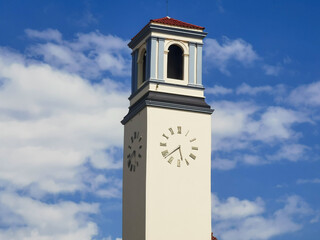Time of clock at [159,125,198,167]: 5:38
